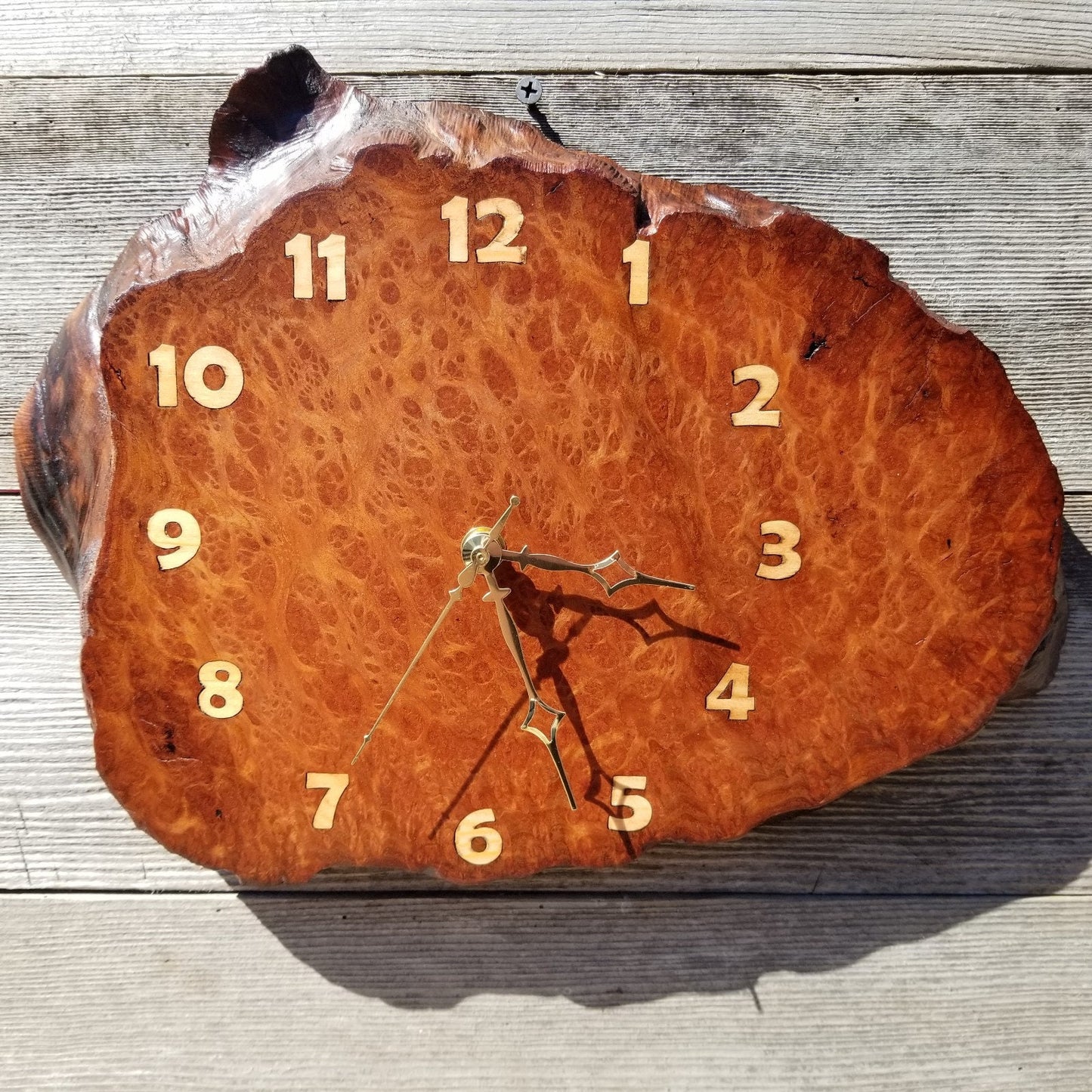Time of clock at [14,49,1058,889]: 5:18
